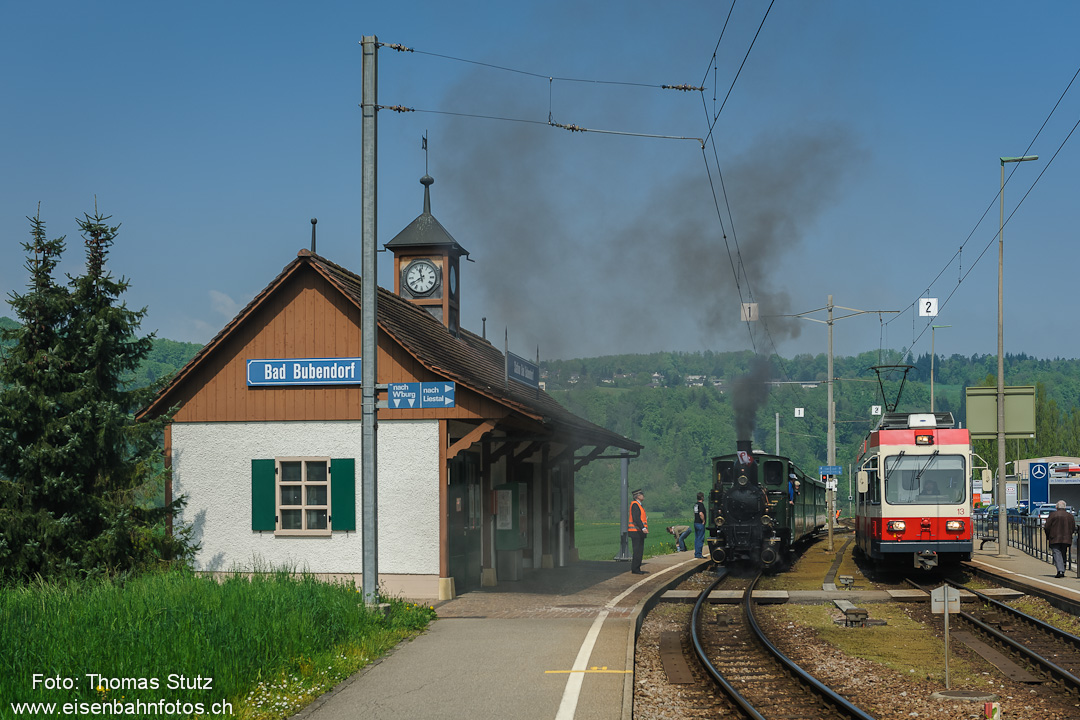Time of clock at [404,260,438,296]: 11:40
